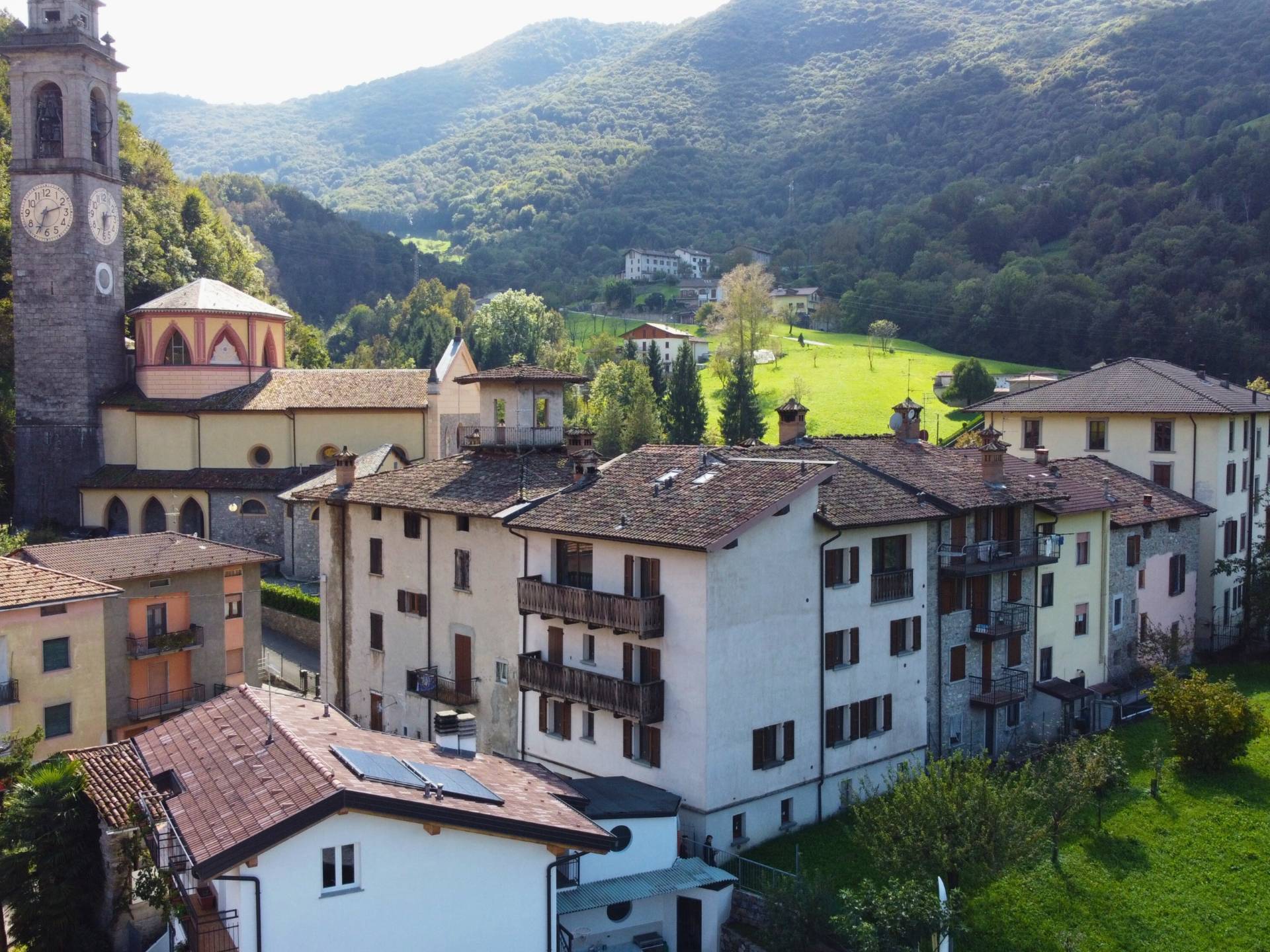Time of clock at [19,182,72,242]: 2:33
